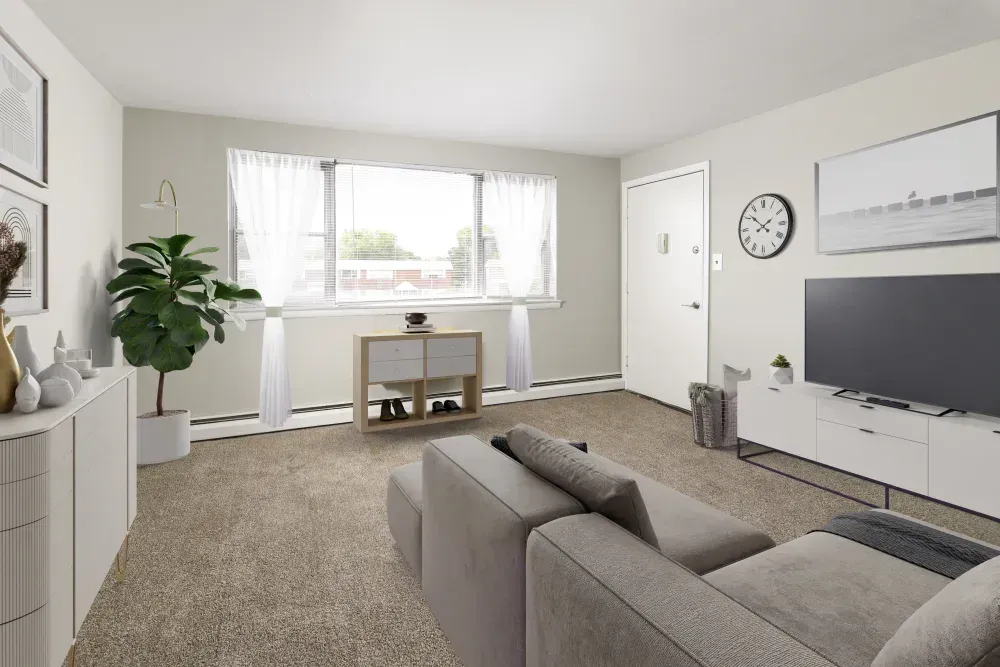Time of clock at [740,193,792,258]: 1:51
